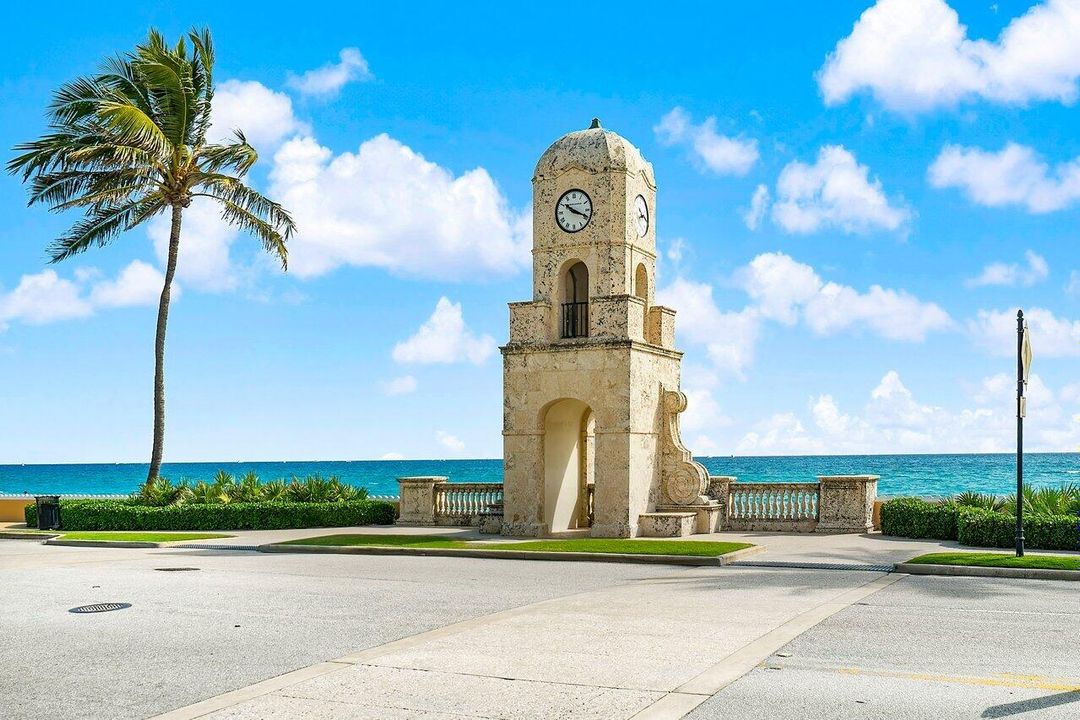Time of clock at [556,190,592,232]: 10:18
